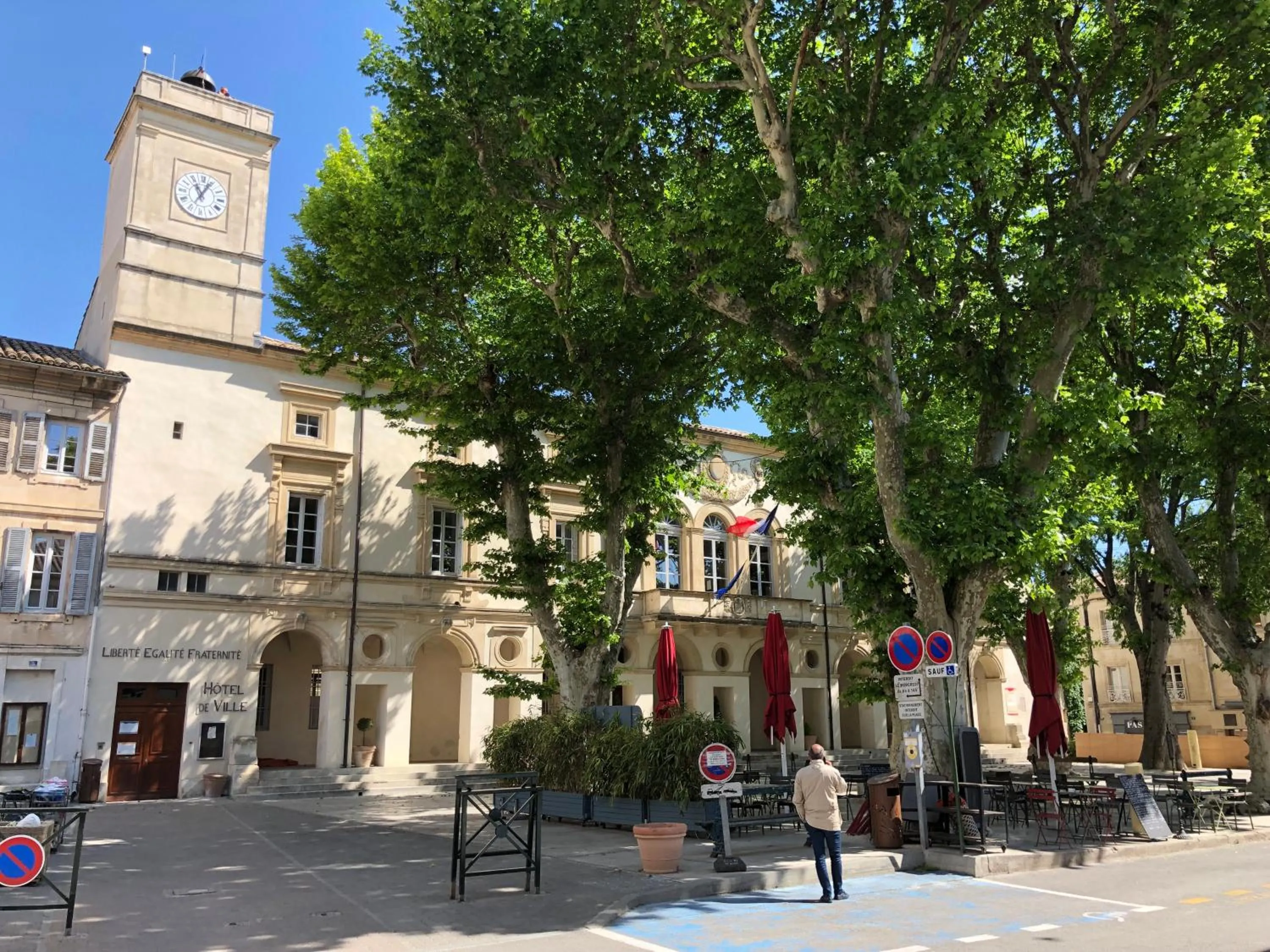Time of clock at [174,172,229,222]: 11:04
